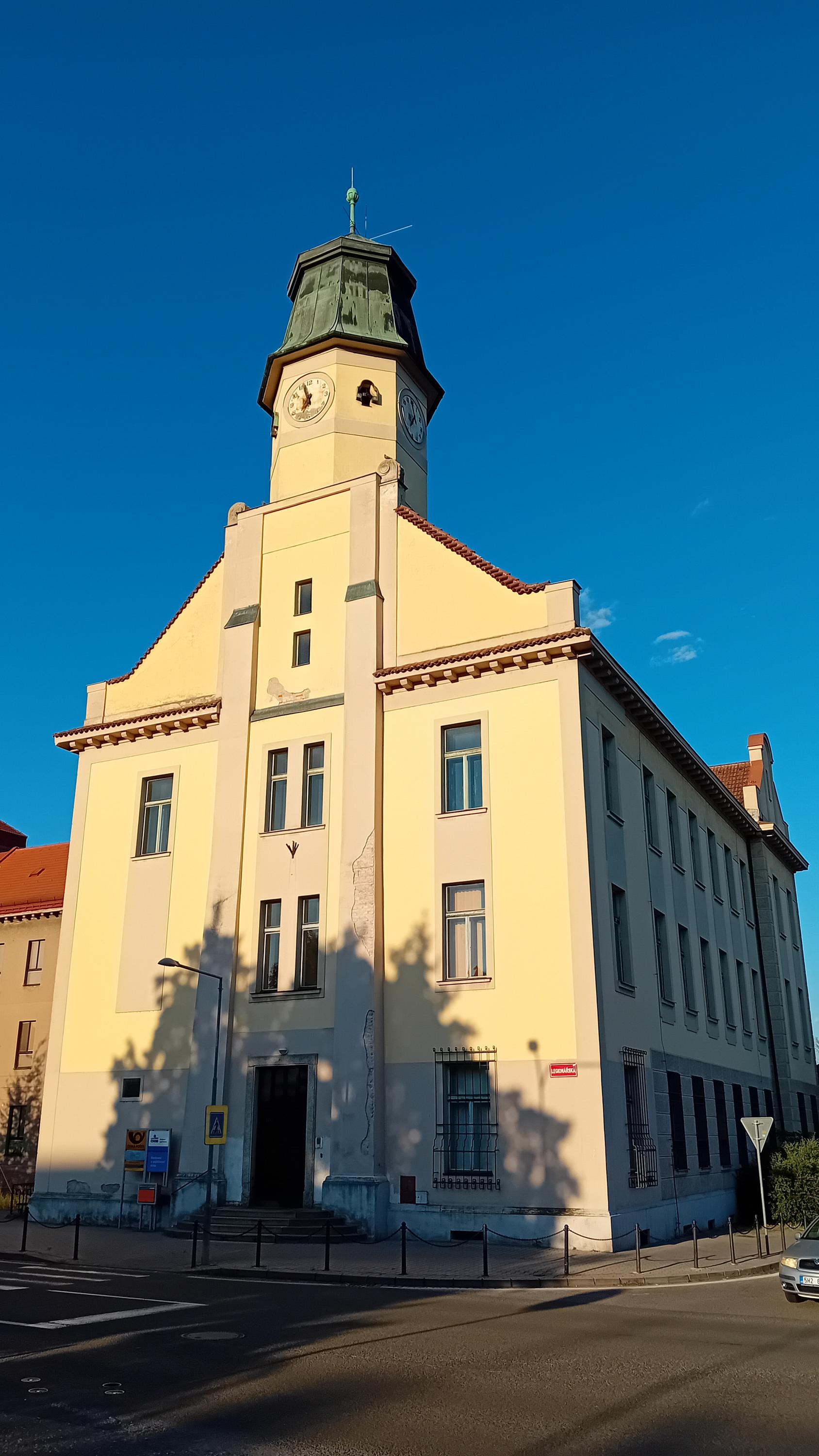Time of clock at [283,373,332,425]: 6:56
